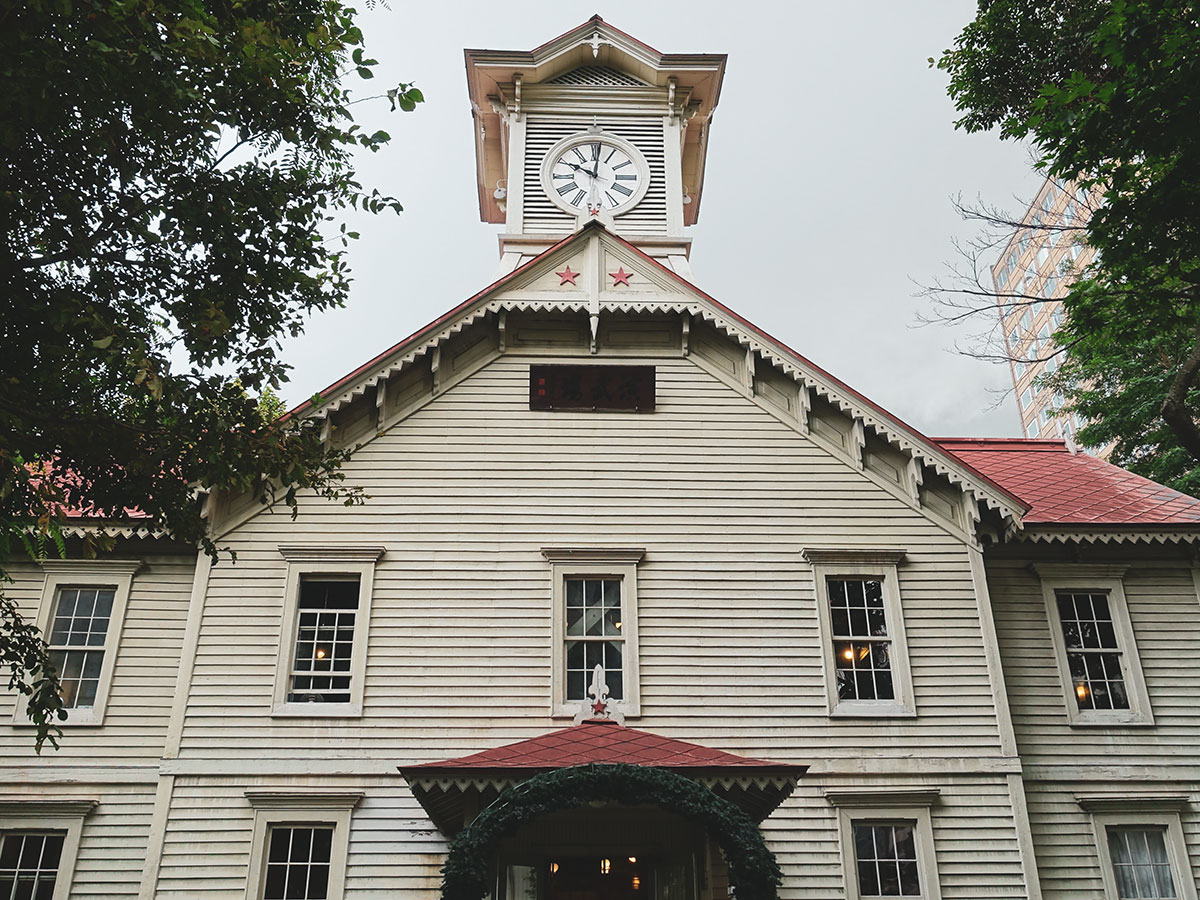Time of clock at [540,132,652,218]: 10:00
